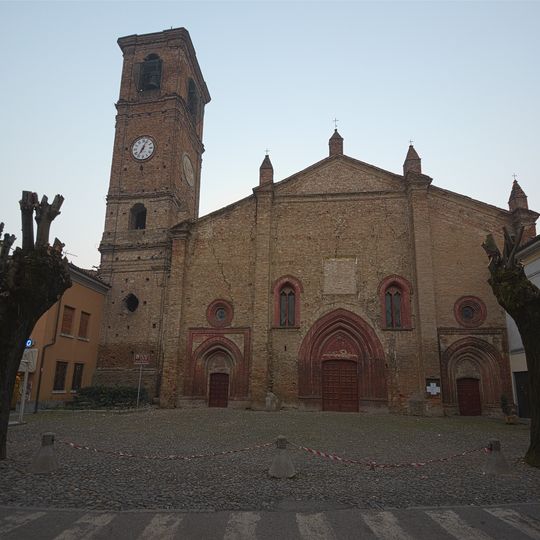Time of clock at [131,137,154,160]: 7:04
